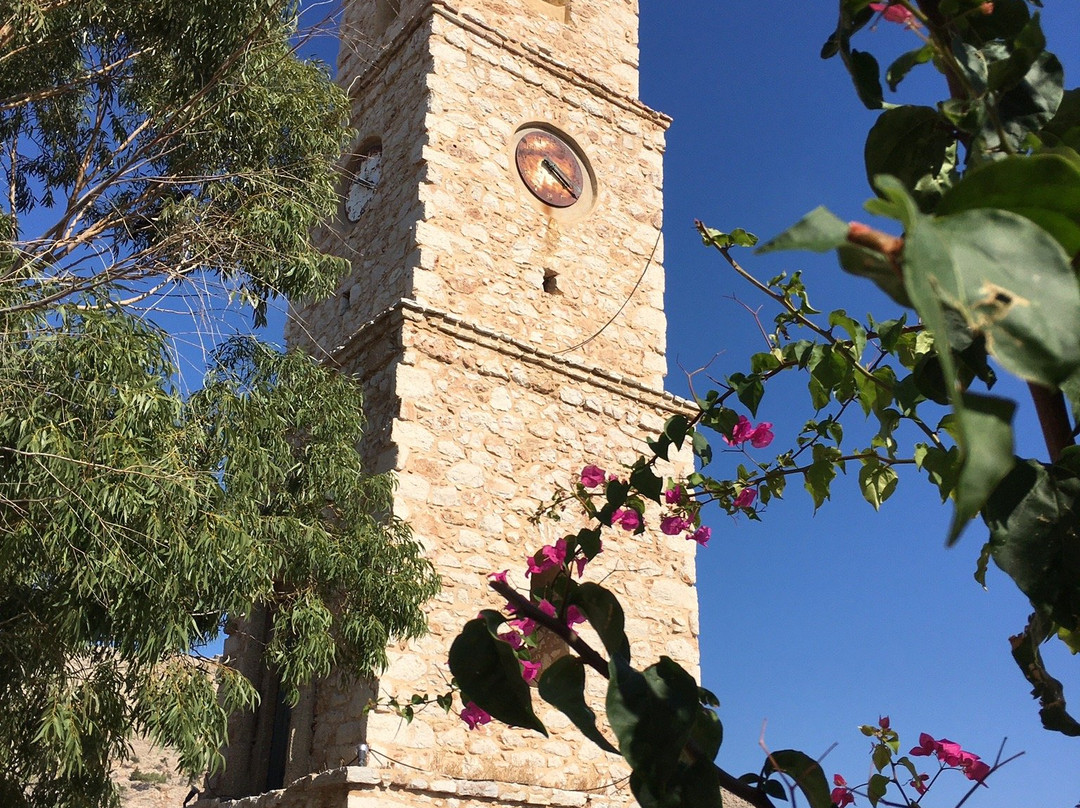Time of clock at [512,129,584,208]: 4:22
